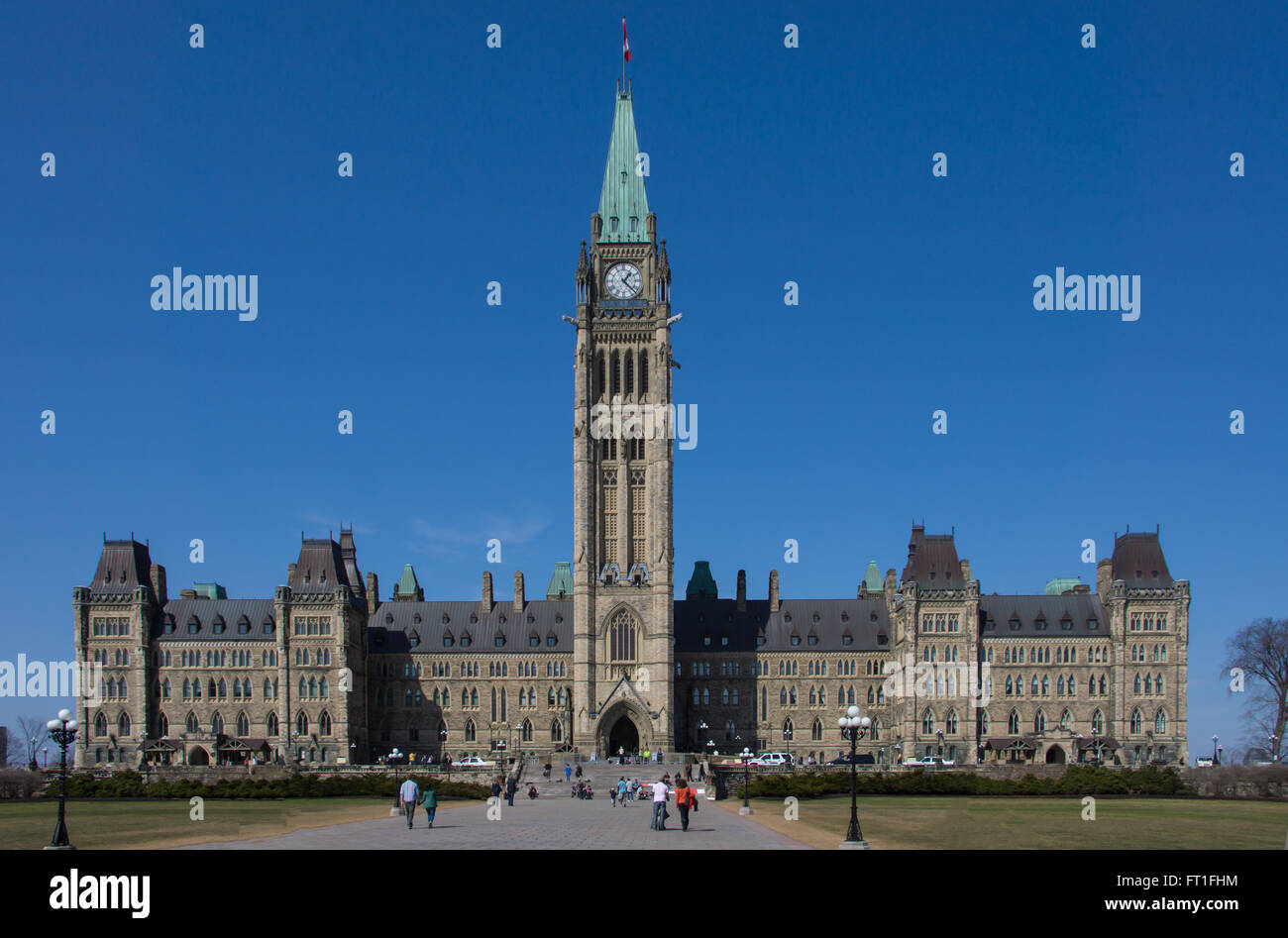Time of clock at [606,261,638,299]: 1:22
